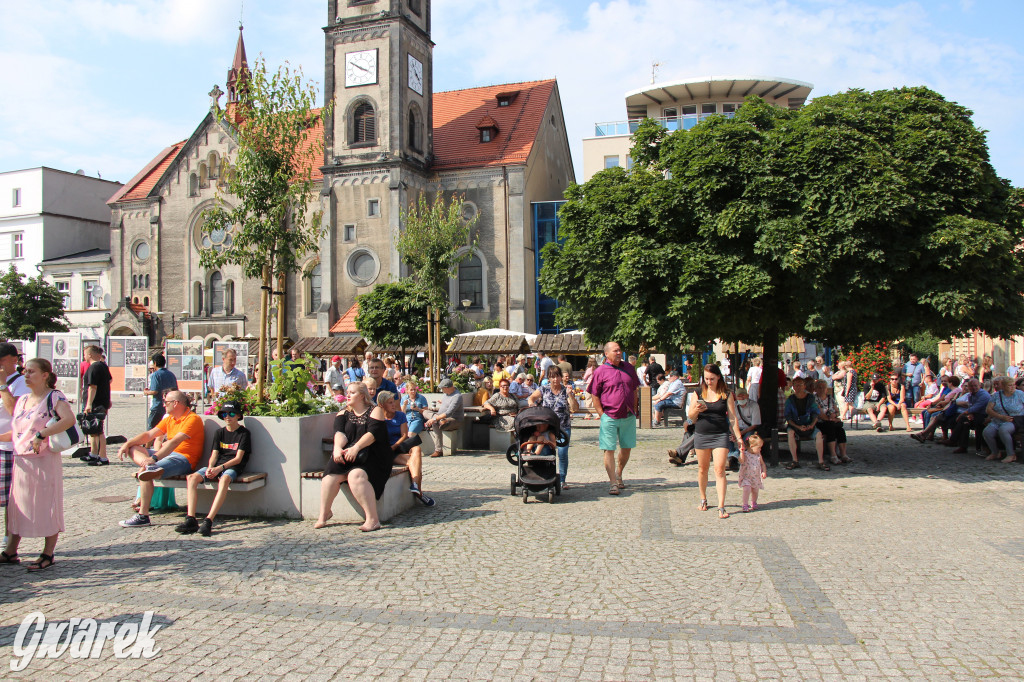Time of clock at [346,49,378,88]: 3:50
